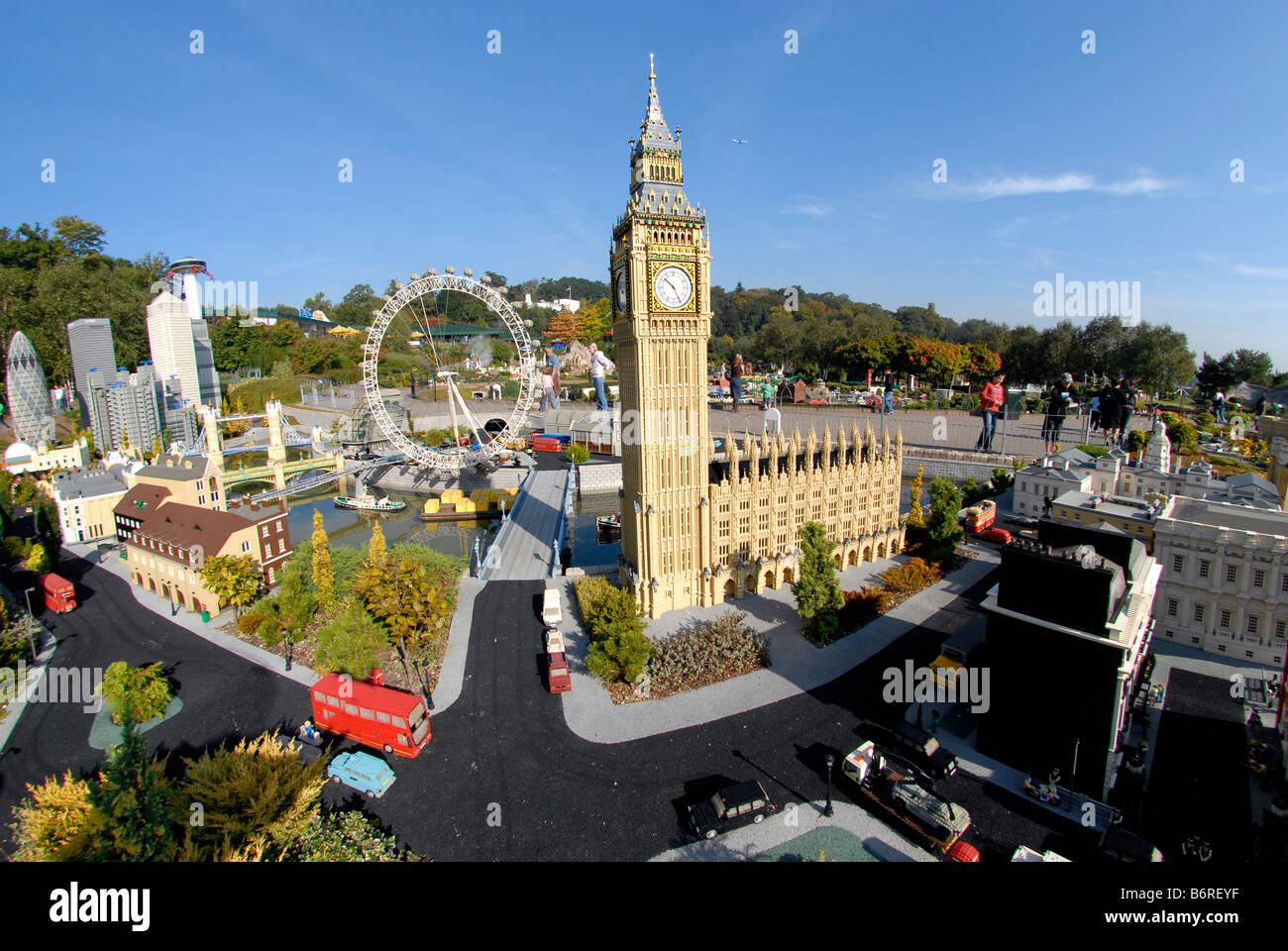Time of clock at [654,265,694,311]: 10:25
